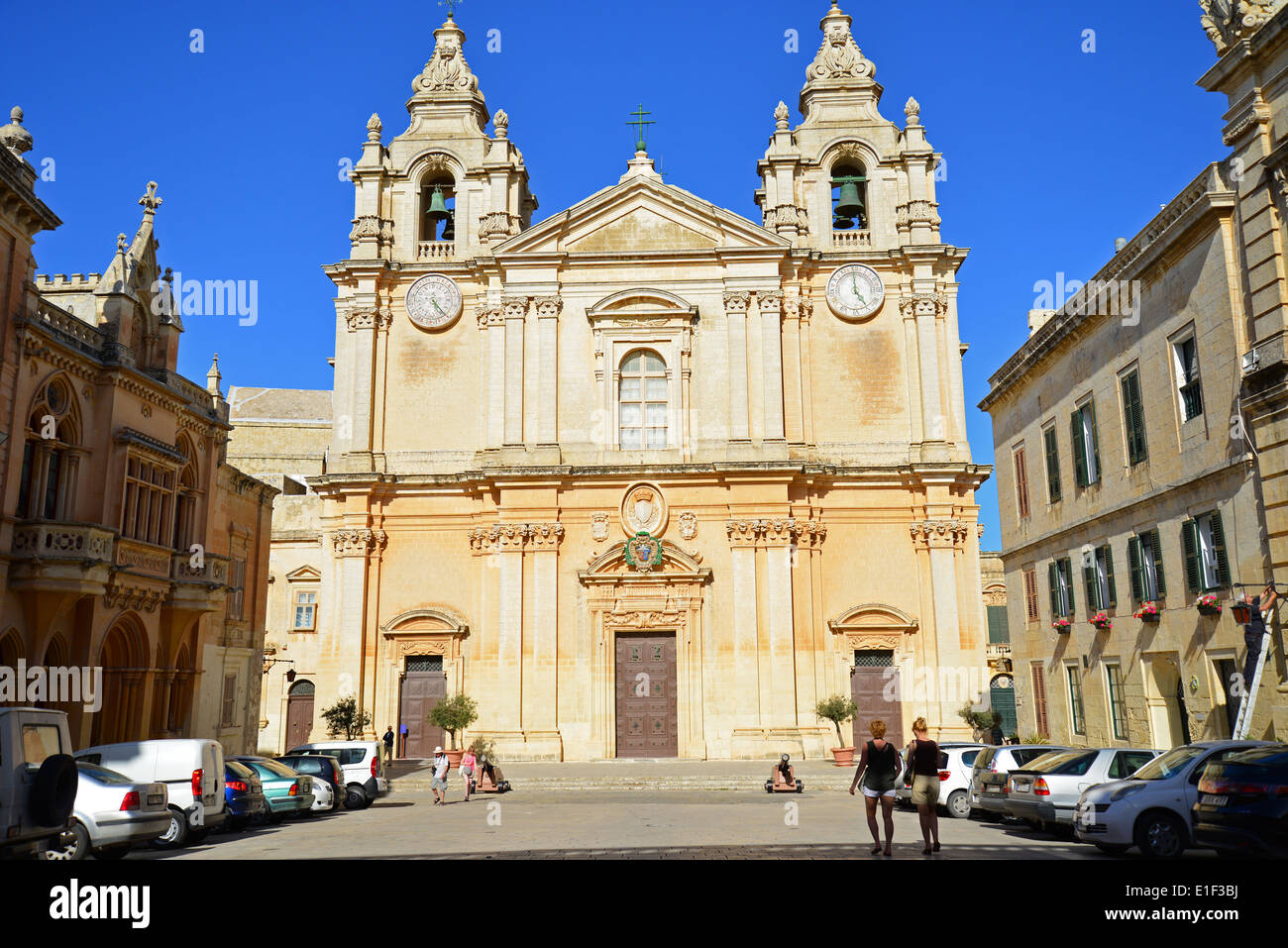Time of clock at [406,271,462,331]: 5:23
